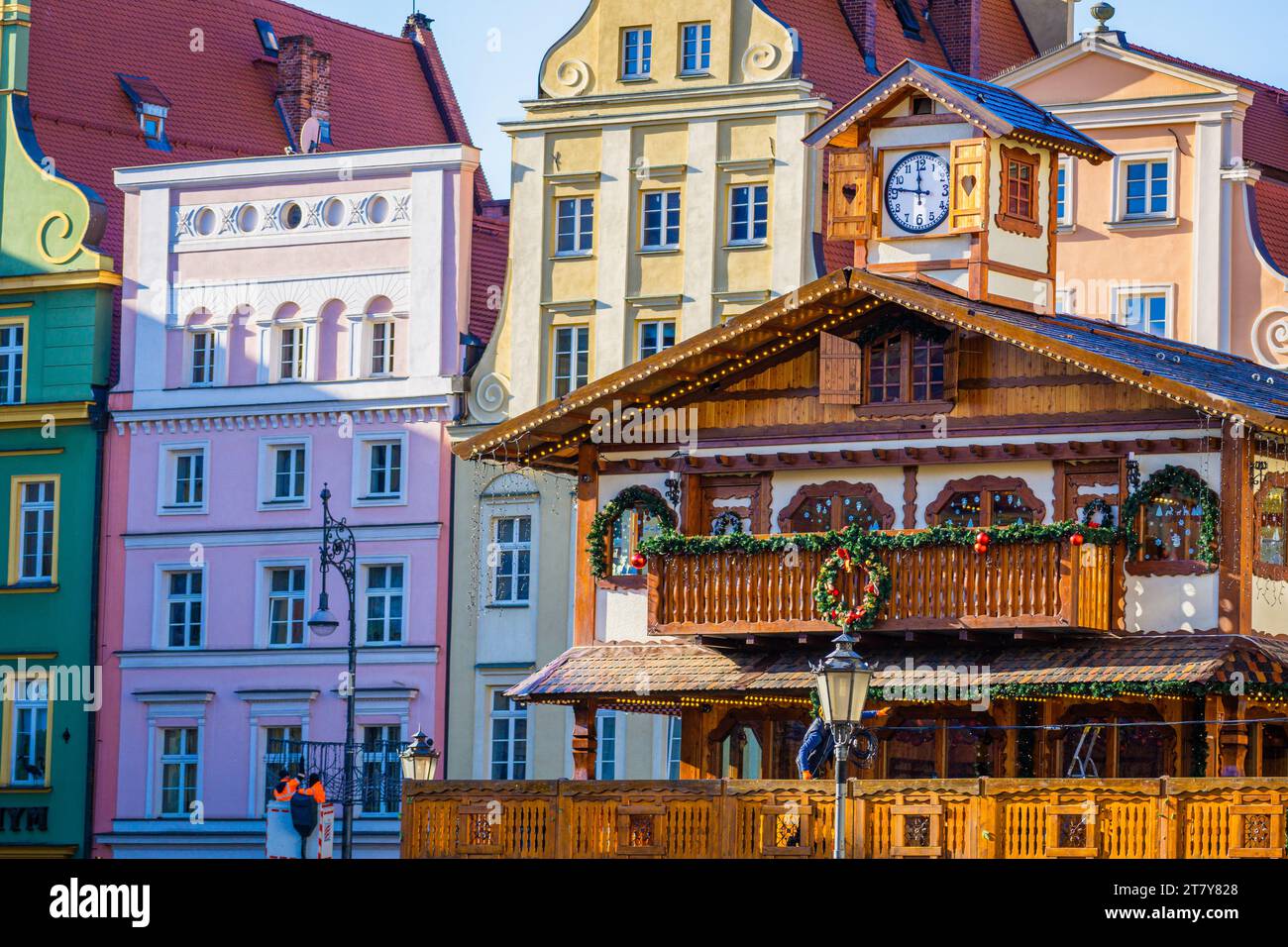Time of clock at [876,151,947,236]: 11:46
